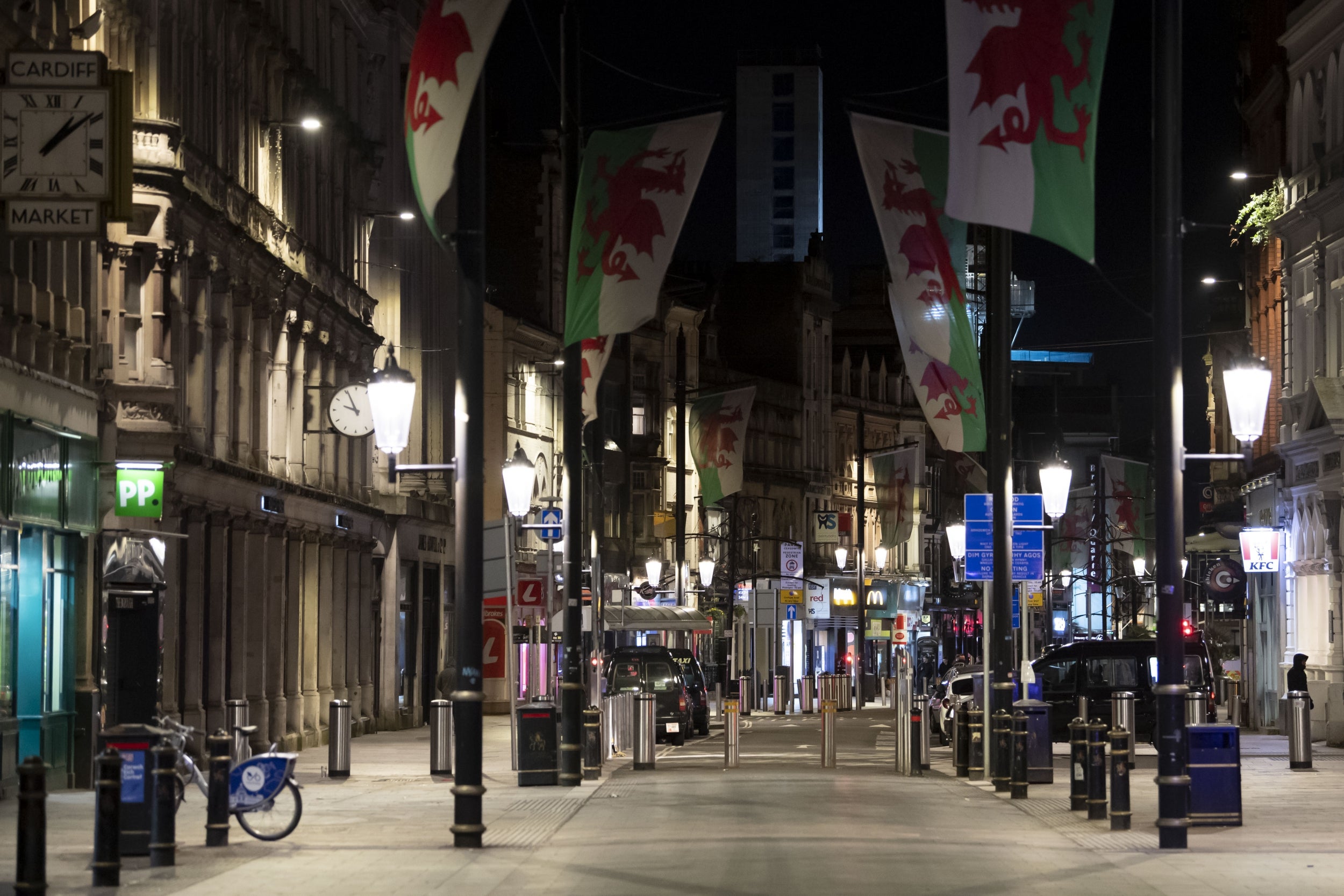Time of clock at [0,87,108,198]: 1:08
